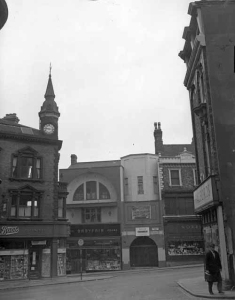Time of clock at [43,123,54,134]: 9:16
